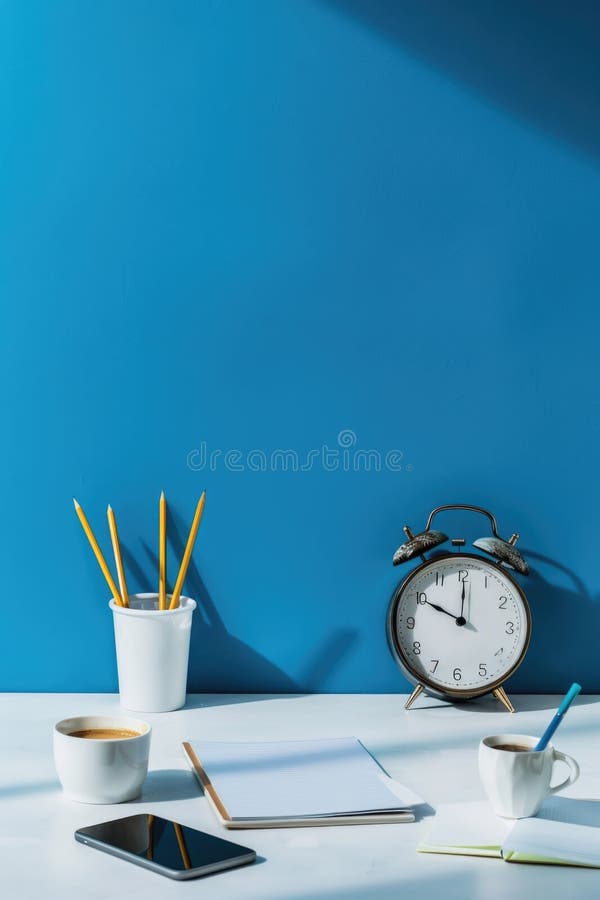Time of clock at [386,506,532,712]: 10:00
